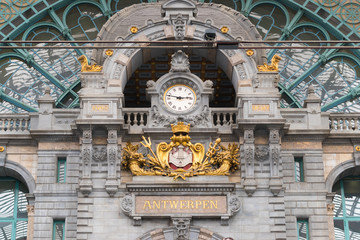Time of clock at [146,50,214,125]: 2:46
